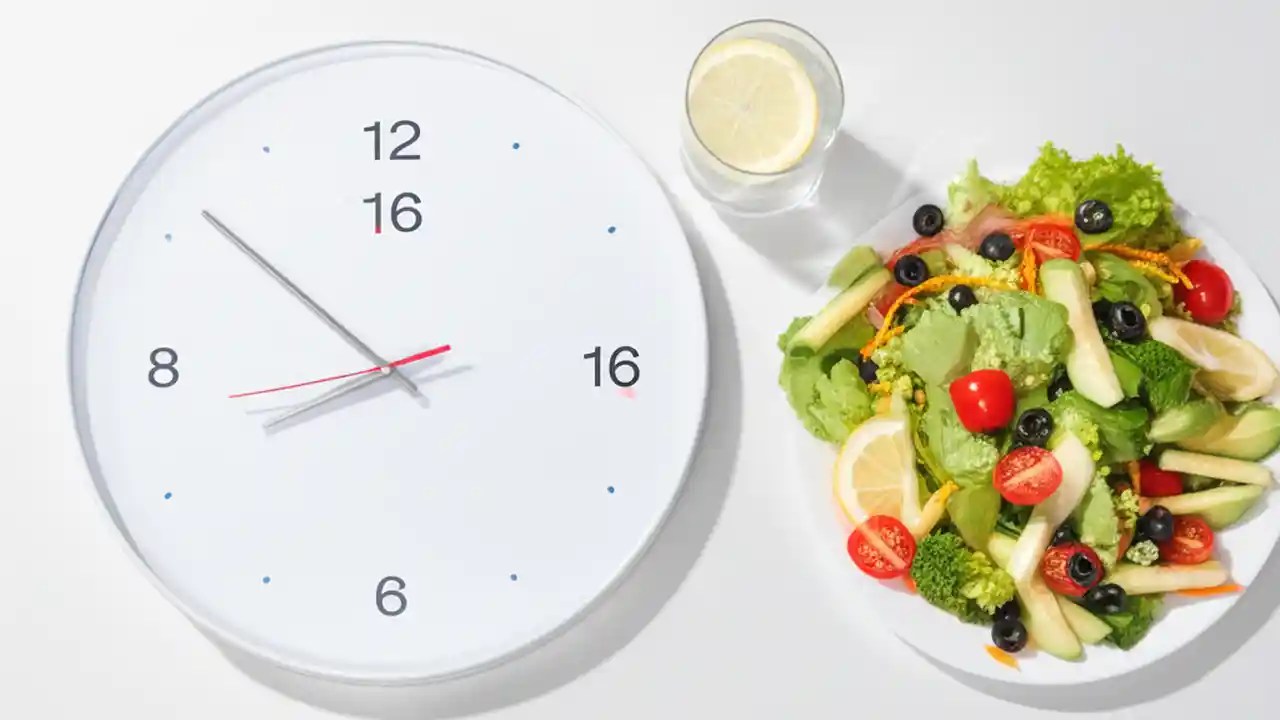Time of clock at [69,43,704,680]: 8:51
